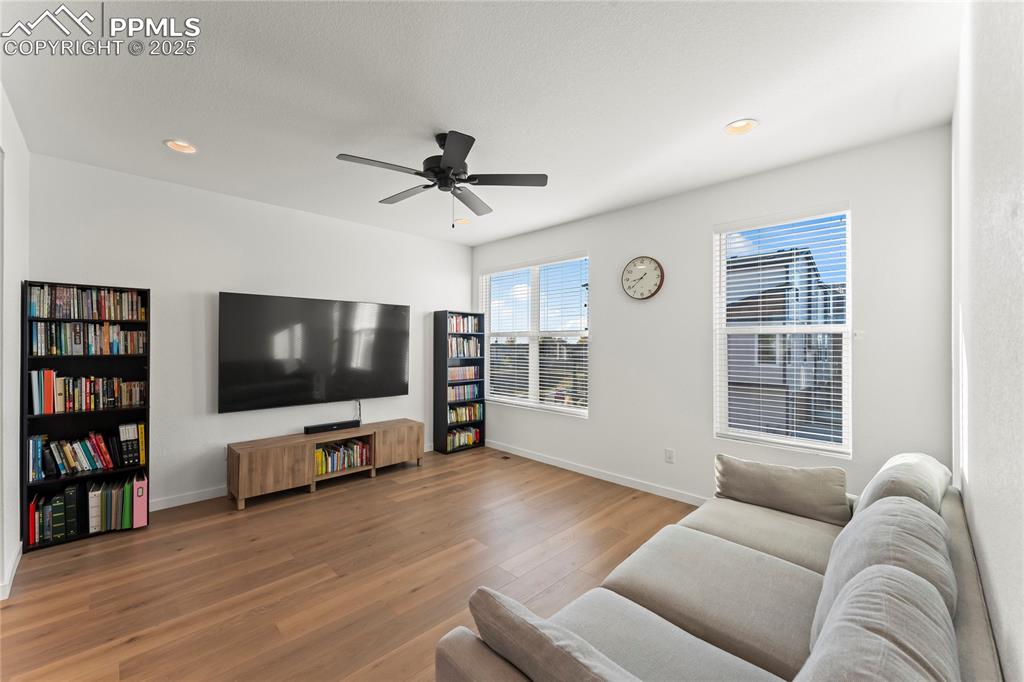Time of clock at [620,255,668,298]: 8:38
